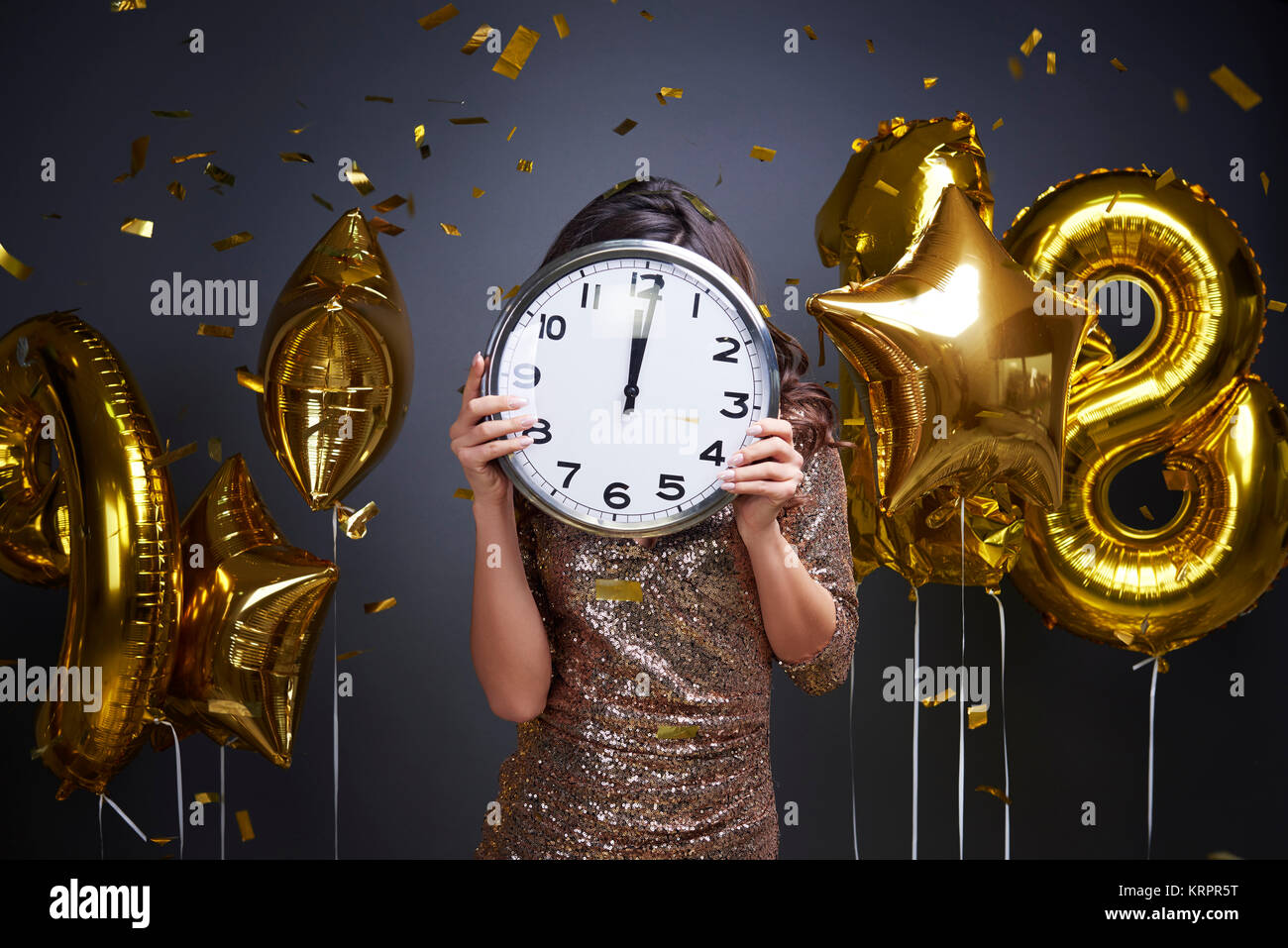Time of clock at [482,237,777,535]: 12:01
